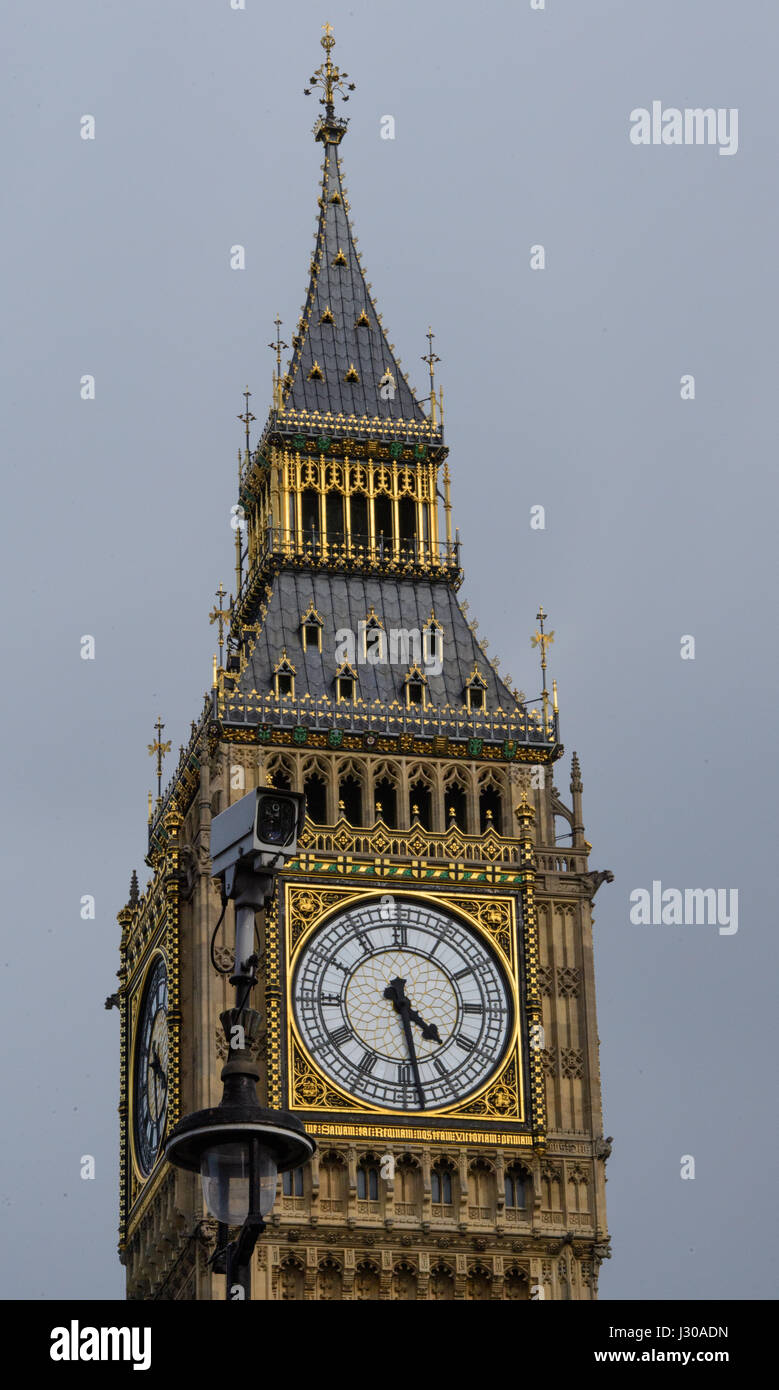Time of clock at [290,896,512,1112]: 4:28
